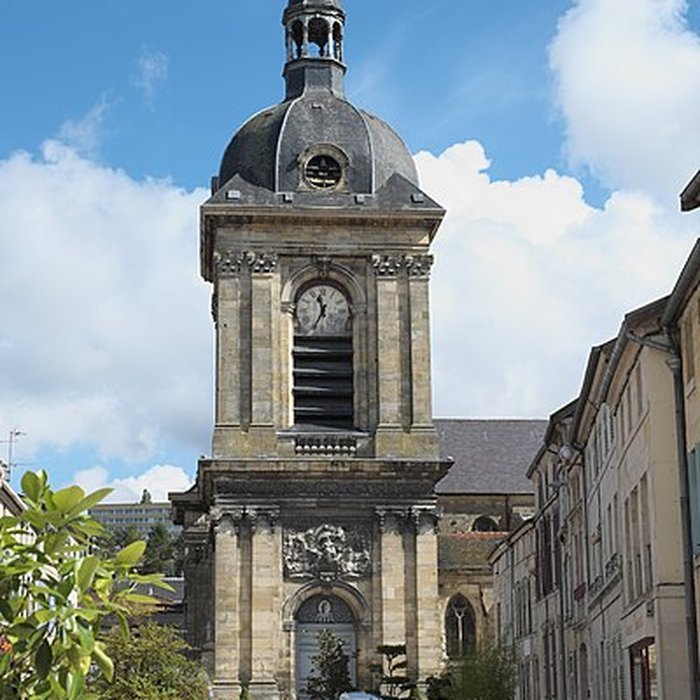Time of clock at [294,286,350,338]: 11:34
